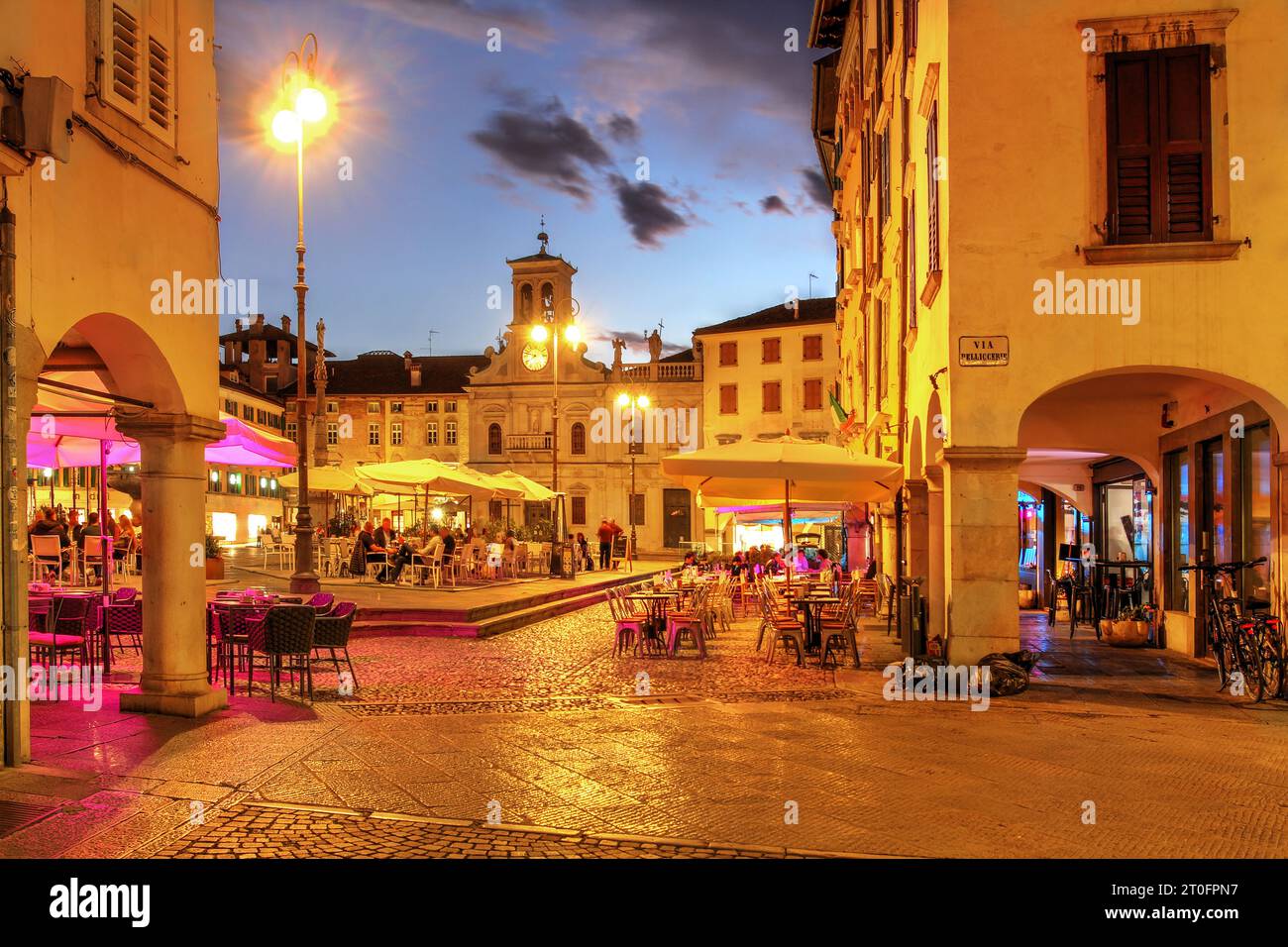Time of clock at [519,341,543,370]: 7:47
